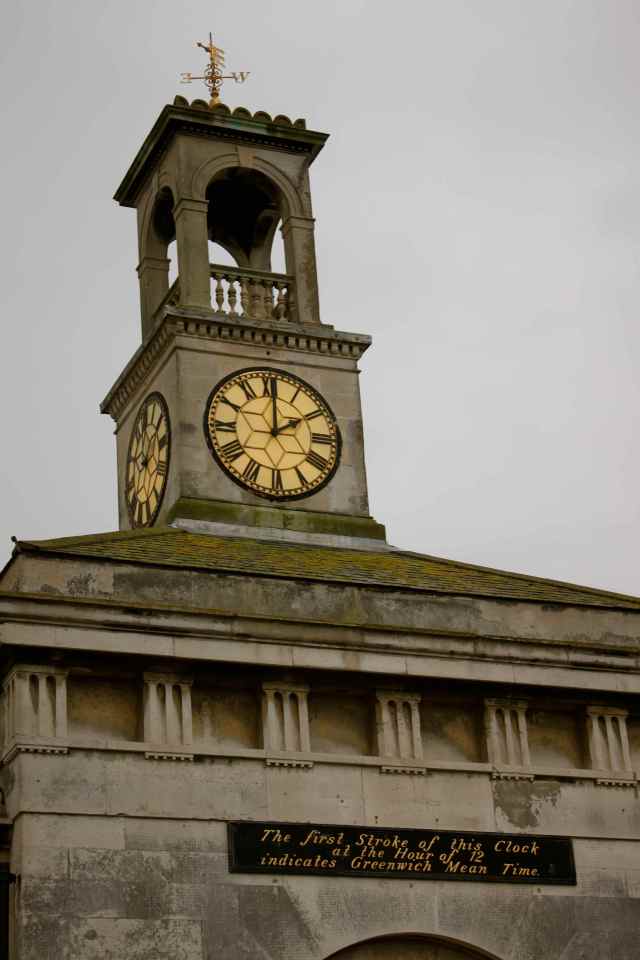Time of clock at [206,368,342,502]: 2:00
